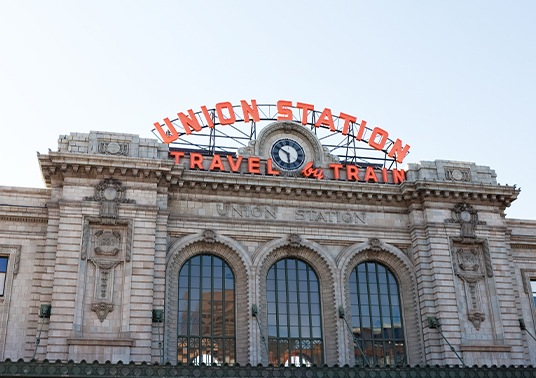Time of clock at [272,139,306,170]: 5:50
